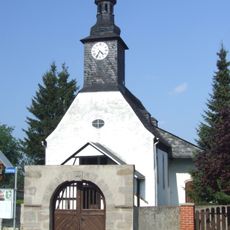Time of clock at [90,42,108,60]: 4:34
